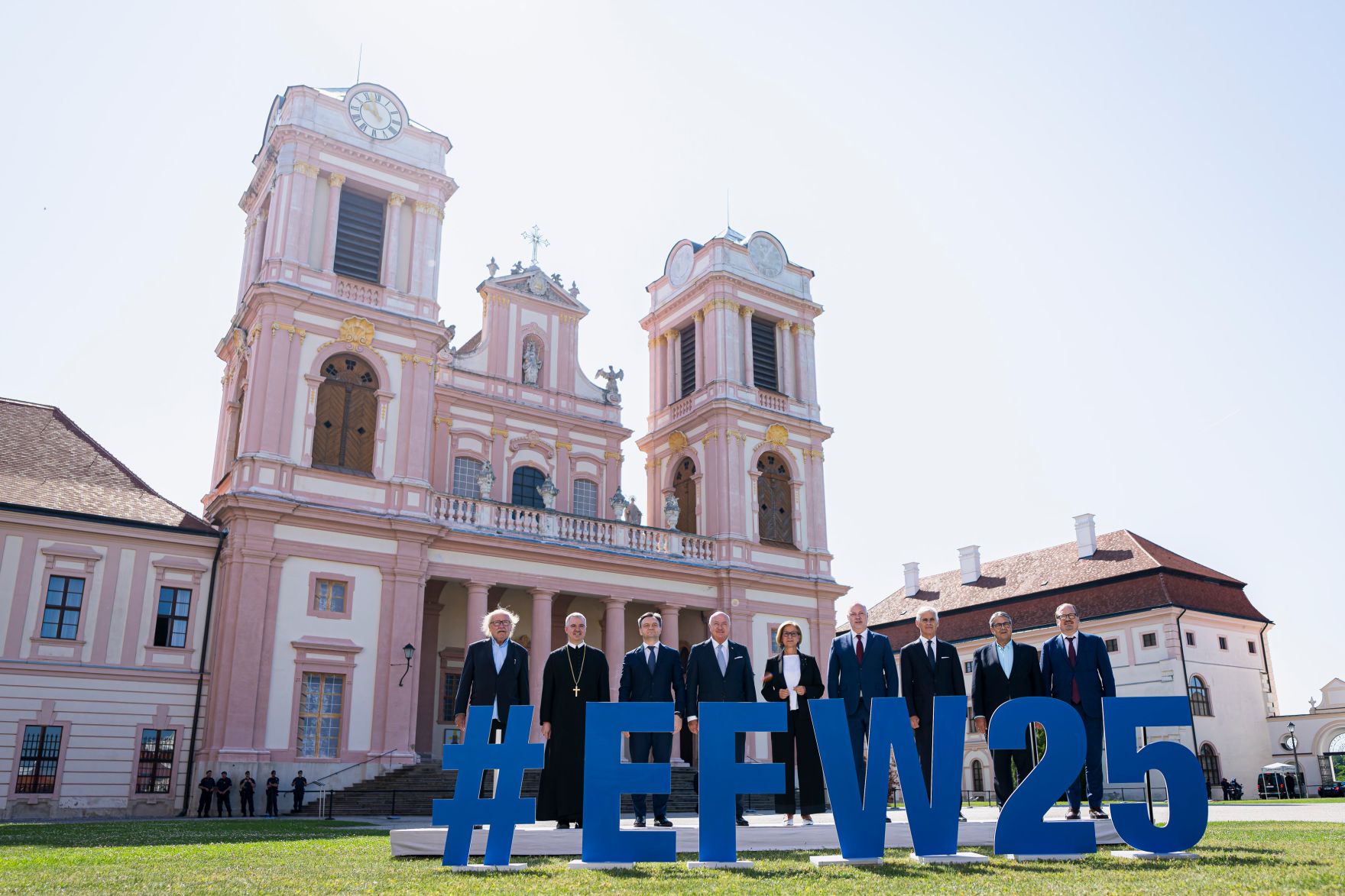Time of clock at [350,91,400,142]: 9:57
